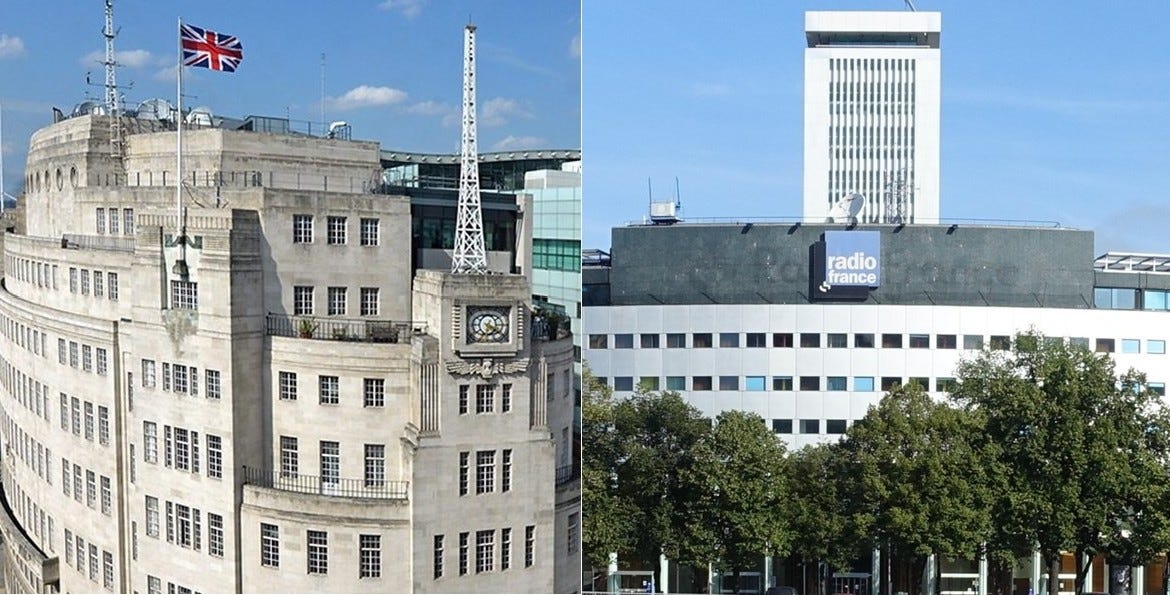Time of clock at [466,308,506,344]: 6:20
